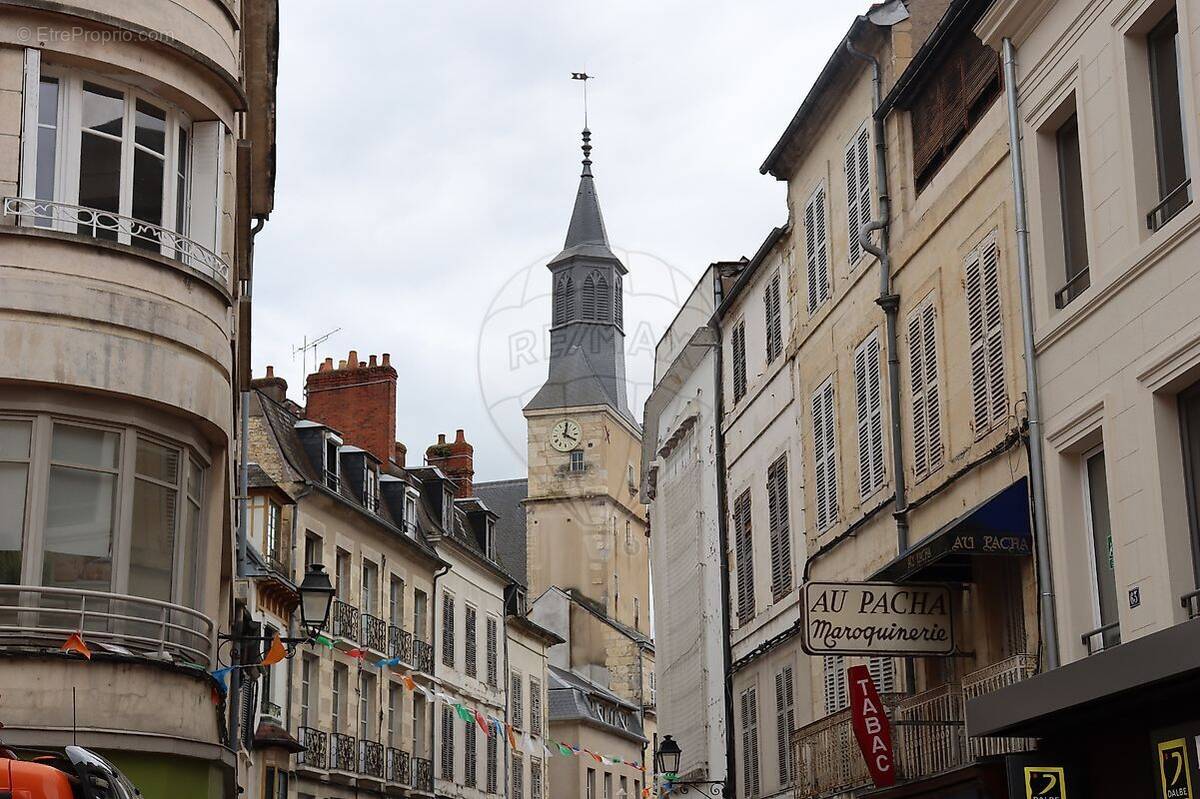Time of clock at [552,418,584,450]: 4:02
